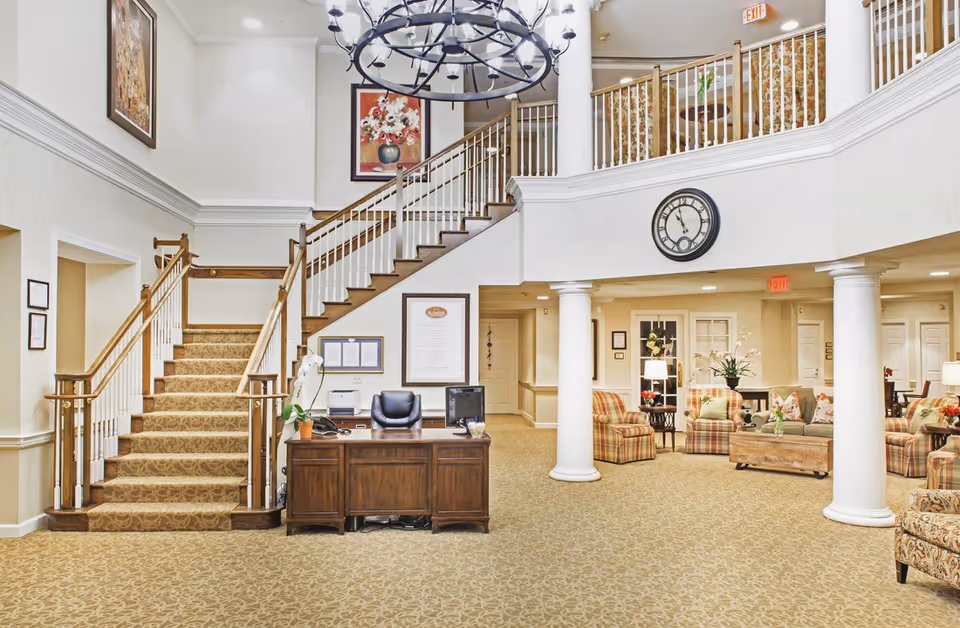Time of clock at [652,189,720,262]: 10:58
